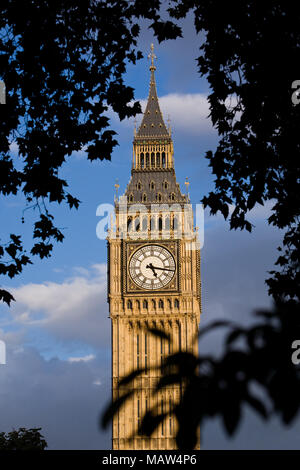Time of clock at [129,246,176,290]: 5:16
